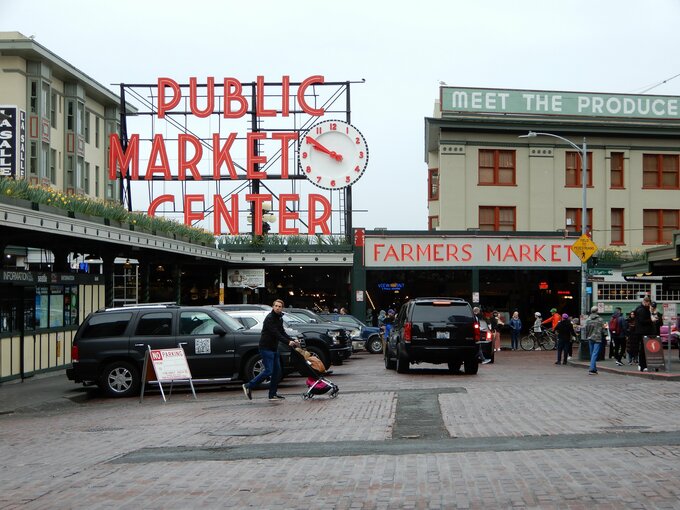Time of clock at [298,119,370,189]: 9:50
